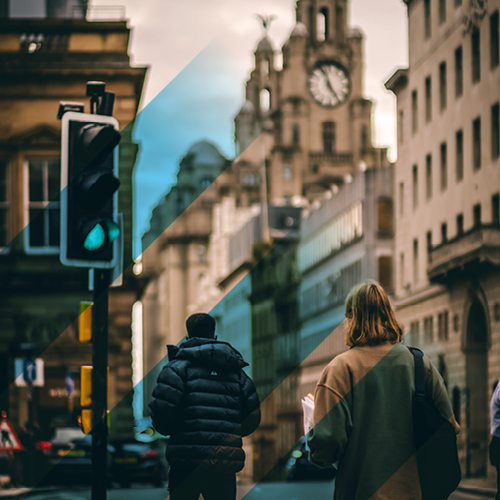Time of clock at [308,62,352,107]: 4:57
